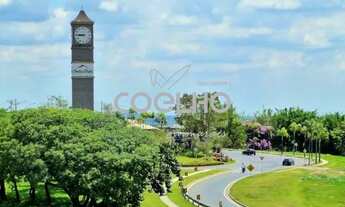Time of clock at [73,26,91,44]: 8:45
